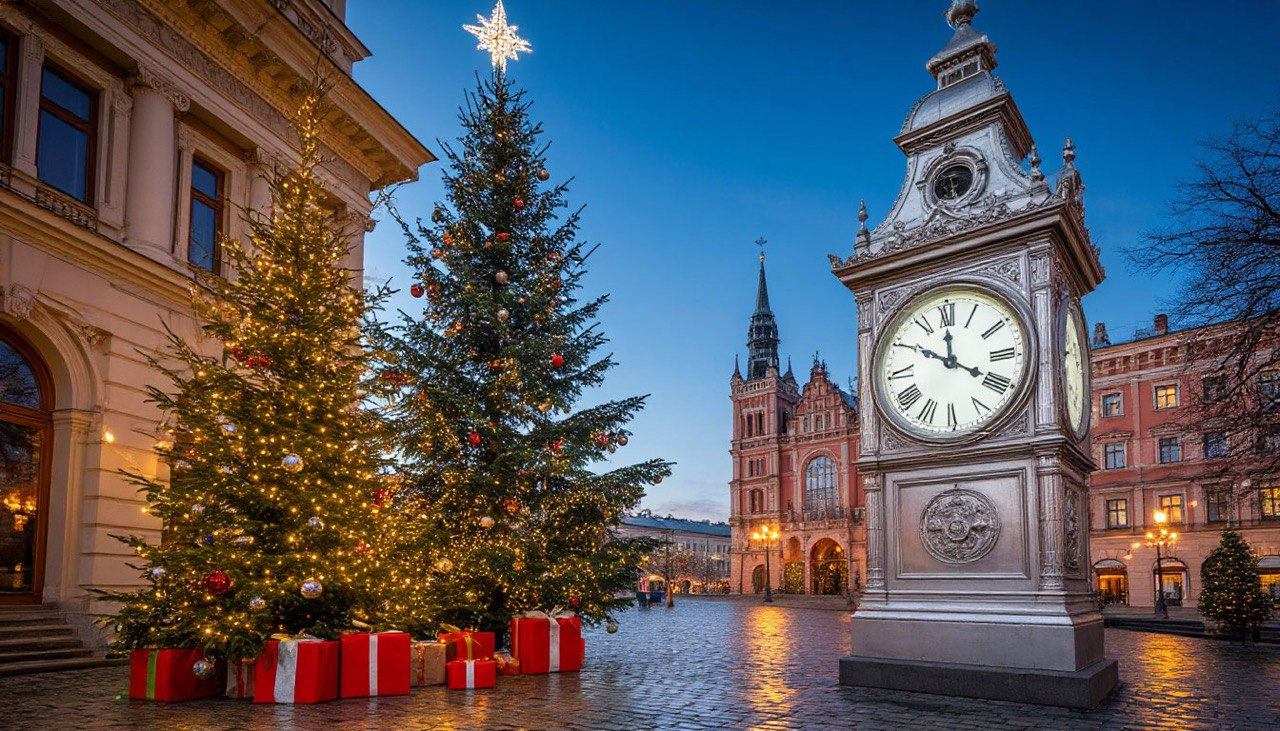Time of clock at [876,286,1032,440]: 11:50
